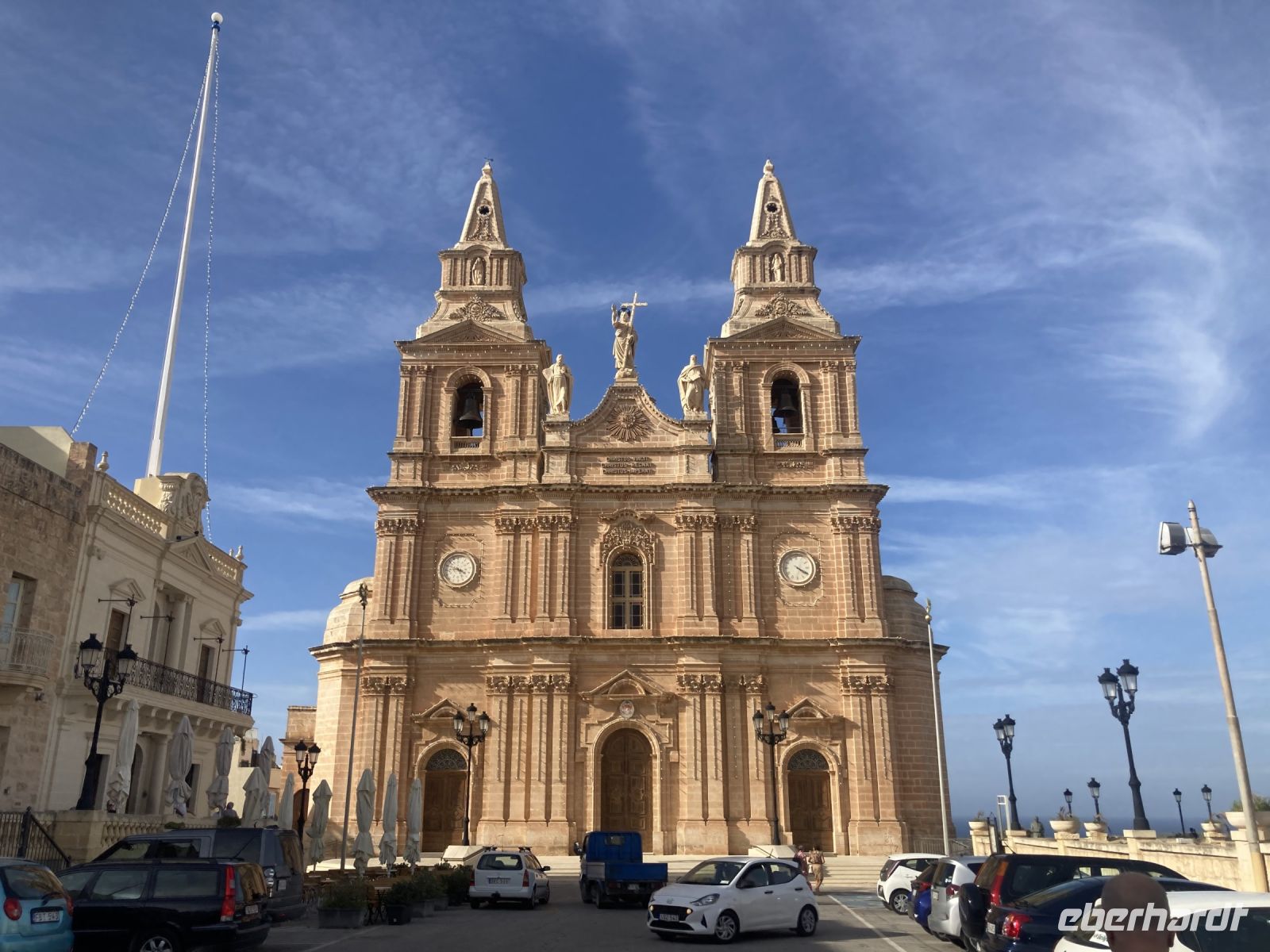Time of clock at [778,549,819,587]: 4:20
